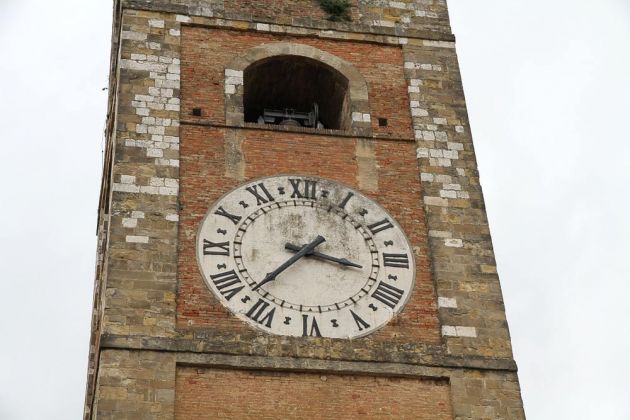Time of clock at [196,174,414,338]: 3:37
